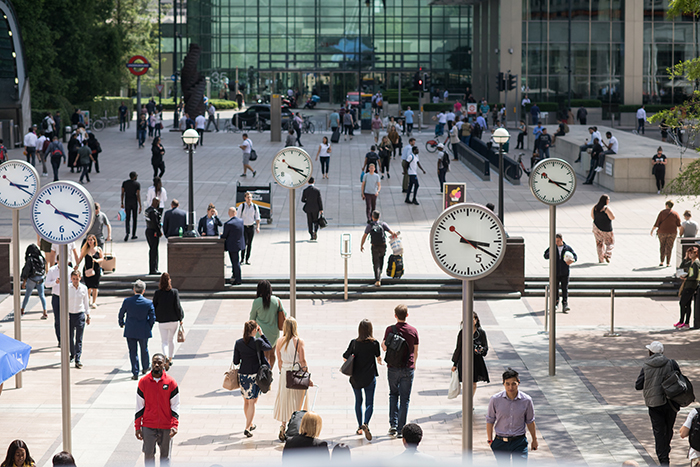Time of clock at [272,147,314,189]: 3:20
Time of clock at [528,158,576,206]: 3:20
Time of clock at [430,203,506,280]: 3:20
